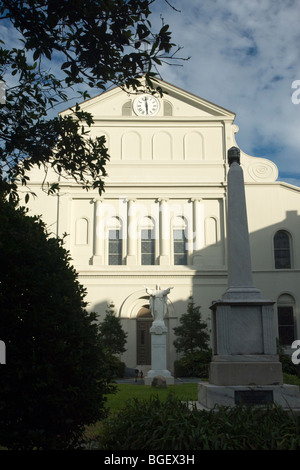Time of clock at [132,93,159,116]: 5:59
